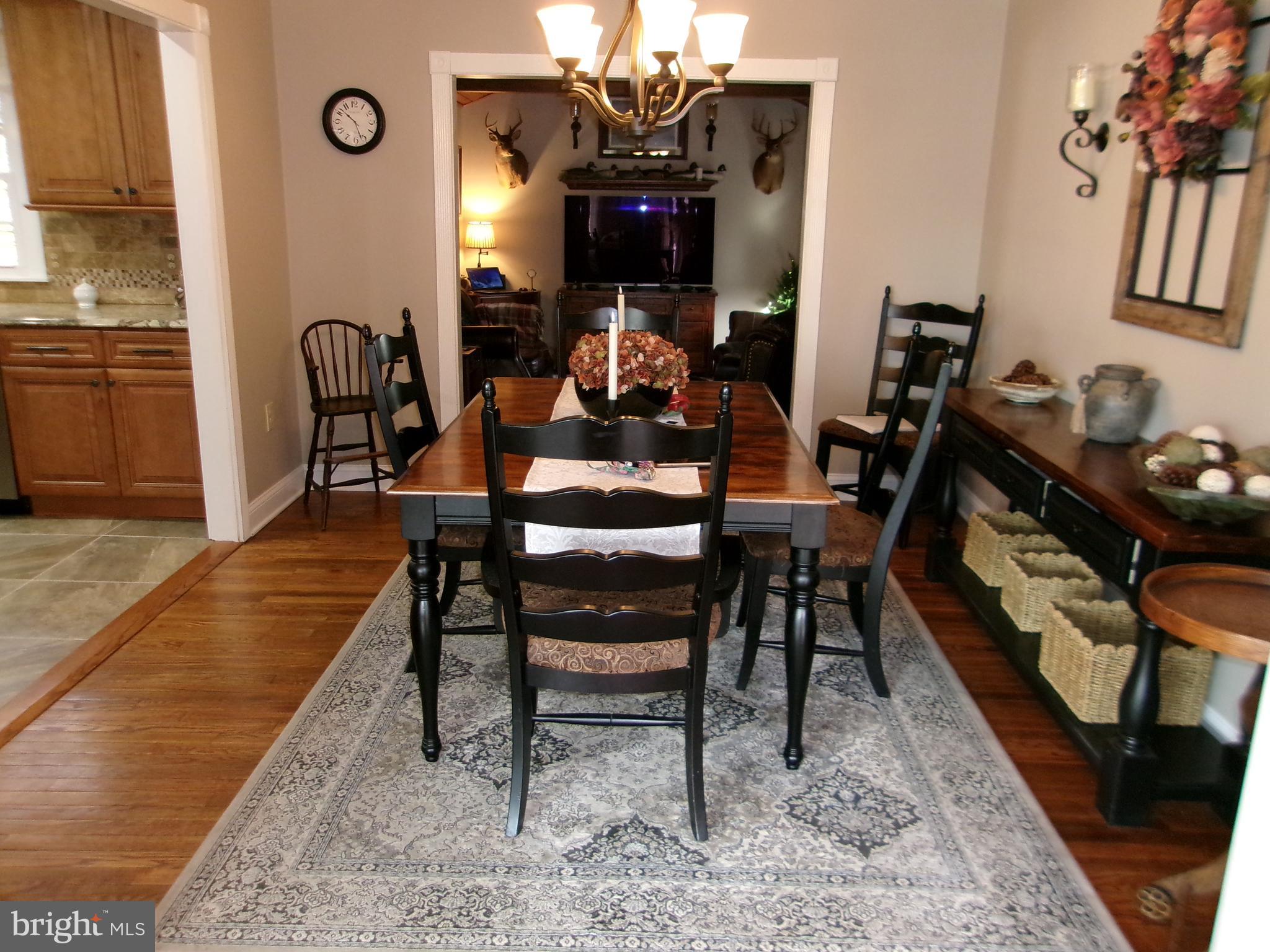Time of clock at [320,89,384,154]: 10:26
